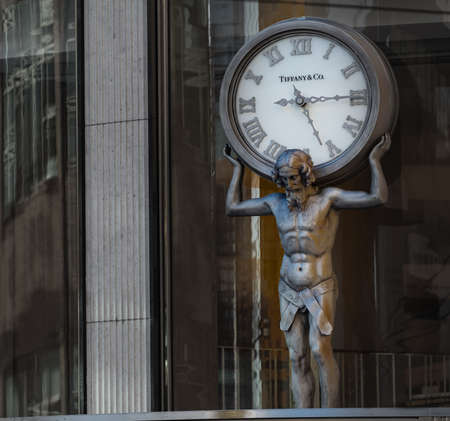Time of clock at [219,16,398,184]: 5:14
